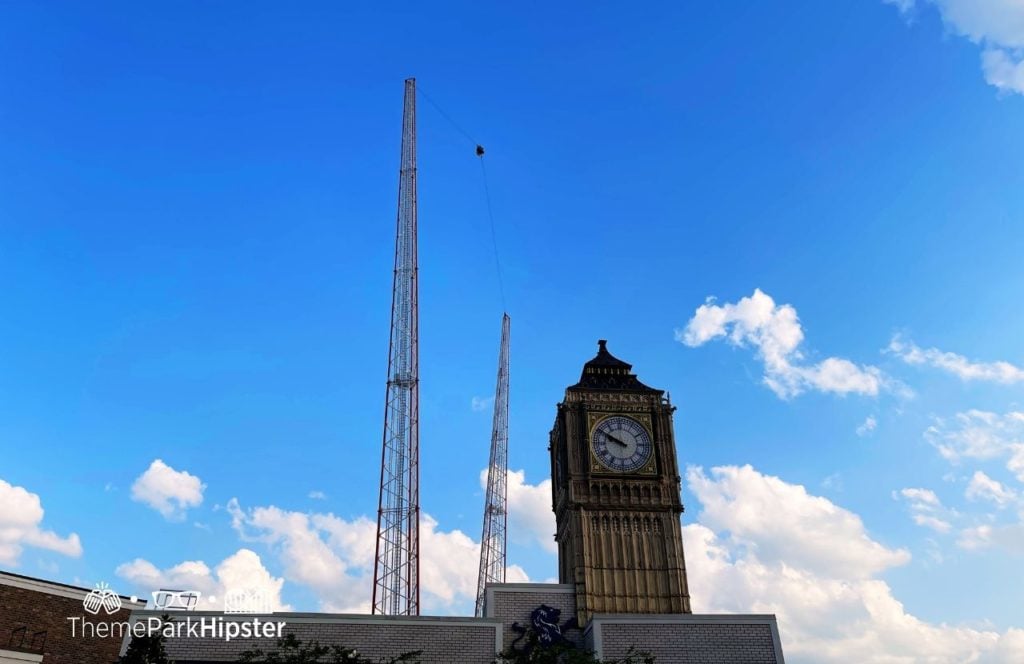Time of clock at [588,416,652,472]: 9:50
